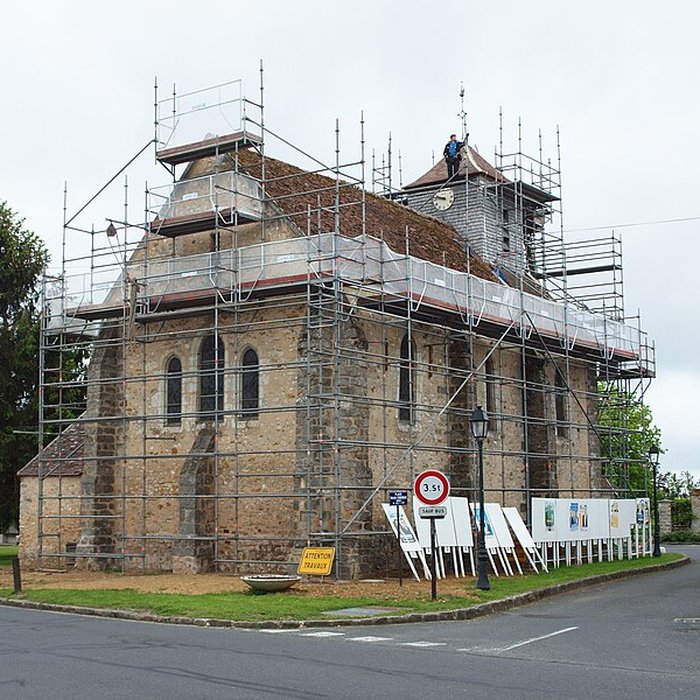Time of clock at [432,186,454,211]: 9:47
